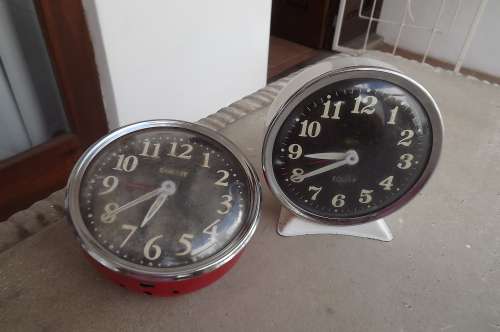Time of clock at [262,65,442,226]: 8:39
